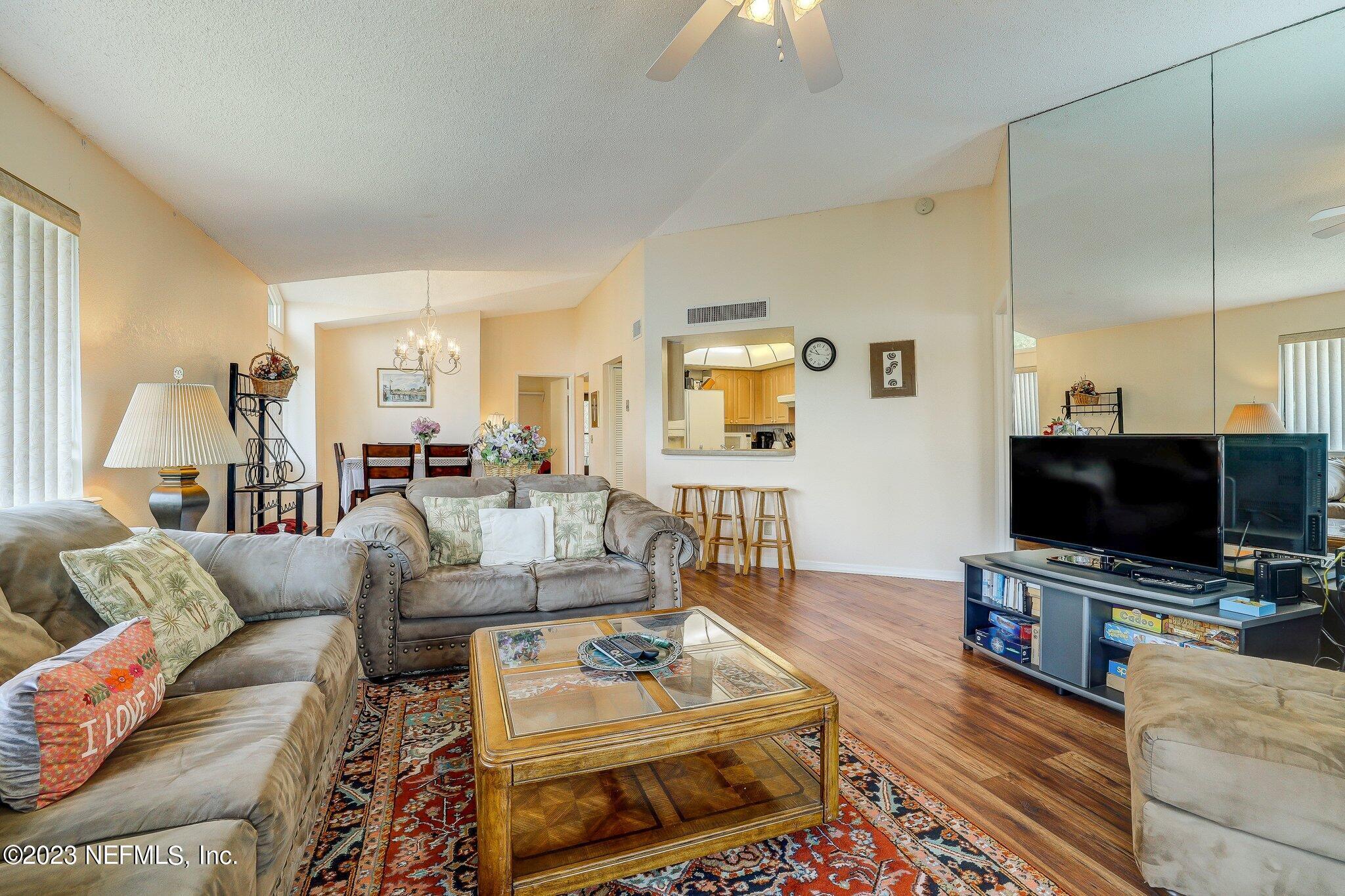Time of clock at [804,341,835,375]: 10:48
